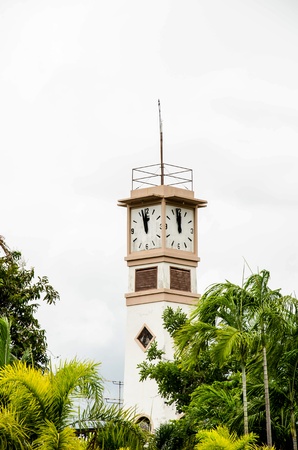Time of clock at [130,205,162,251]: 11:57
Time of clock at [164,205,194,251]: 11:58
